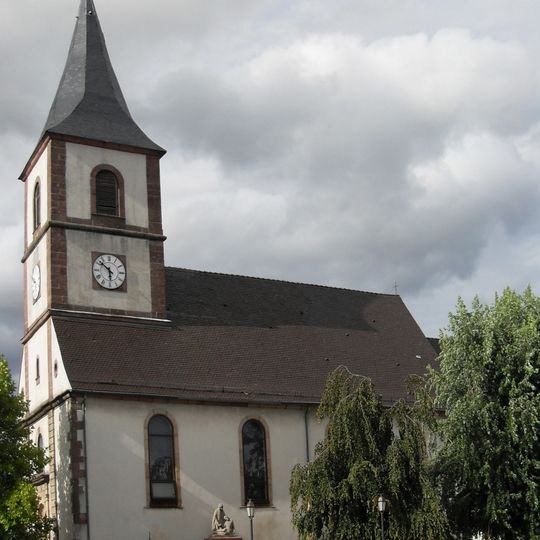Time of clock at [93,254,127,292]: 5:51
